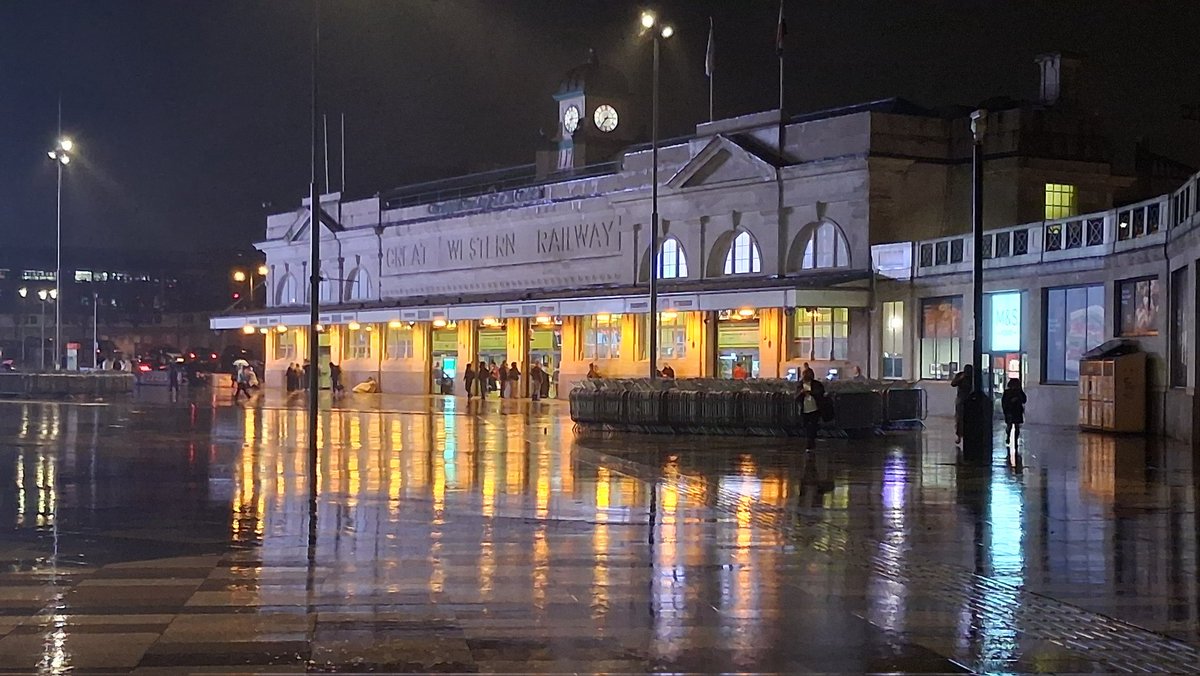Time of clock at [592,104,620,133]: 7:14
